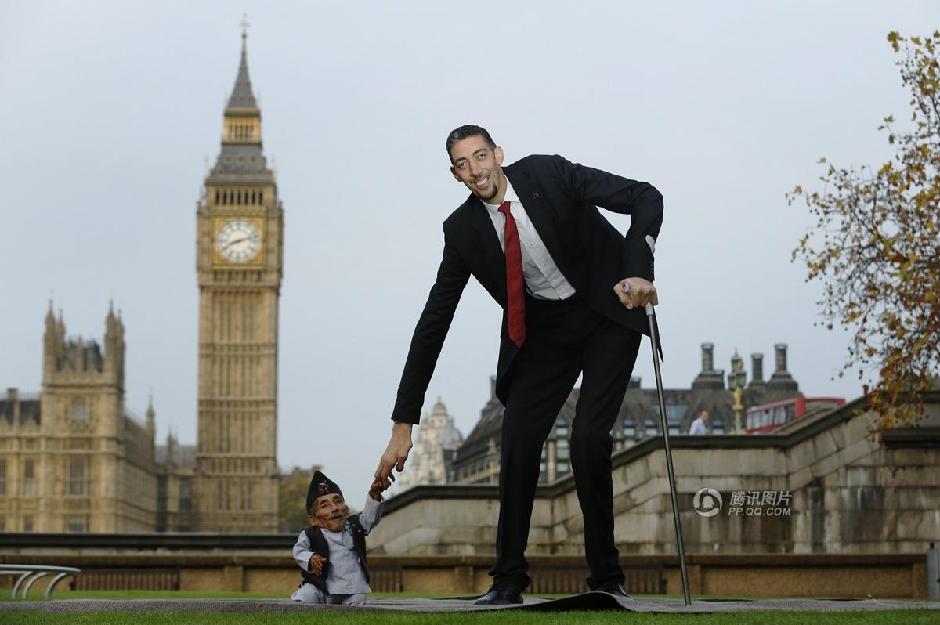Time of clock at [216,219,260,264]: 8:12
